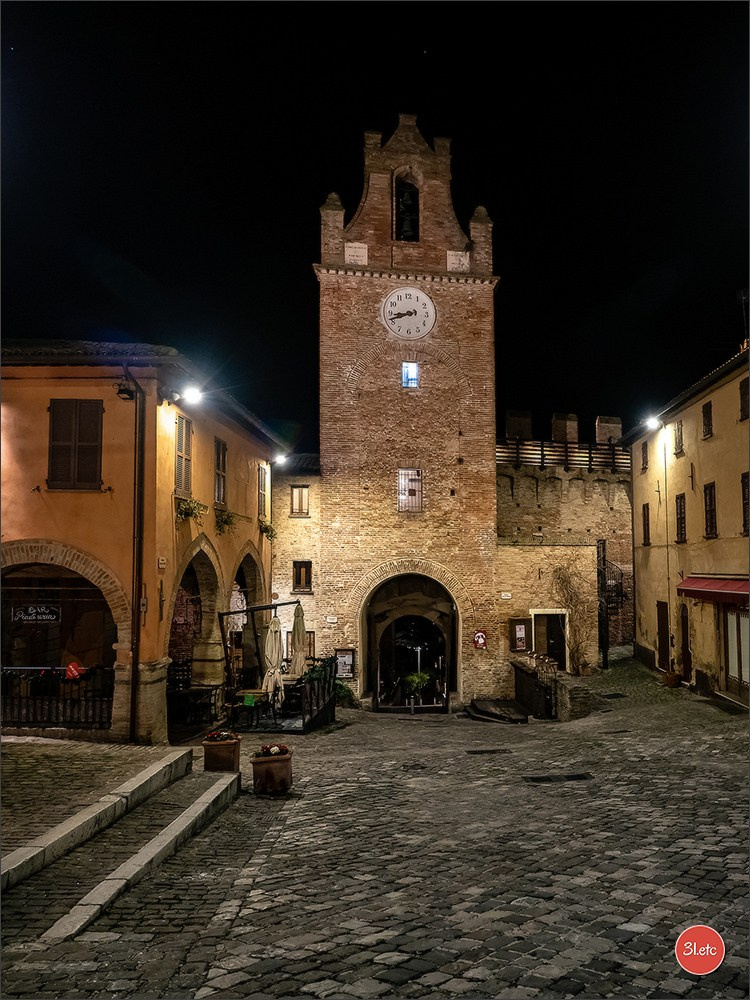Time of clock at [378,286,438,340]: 8:41
